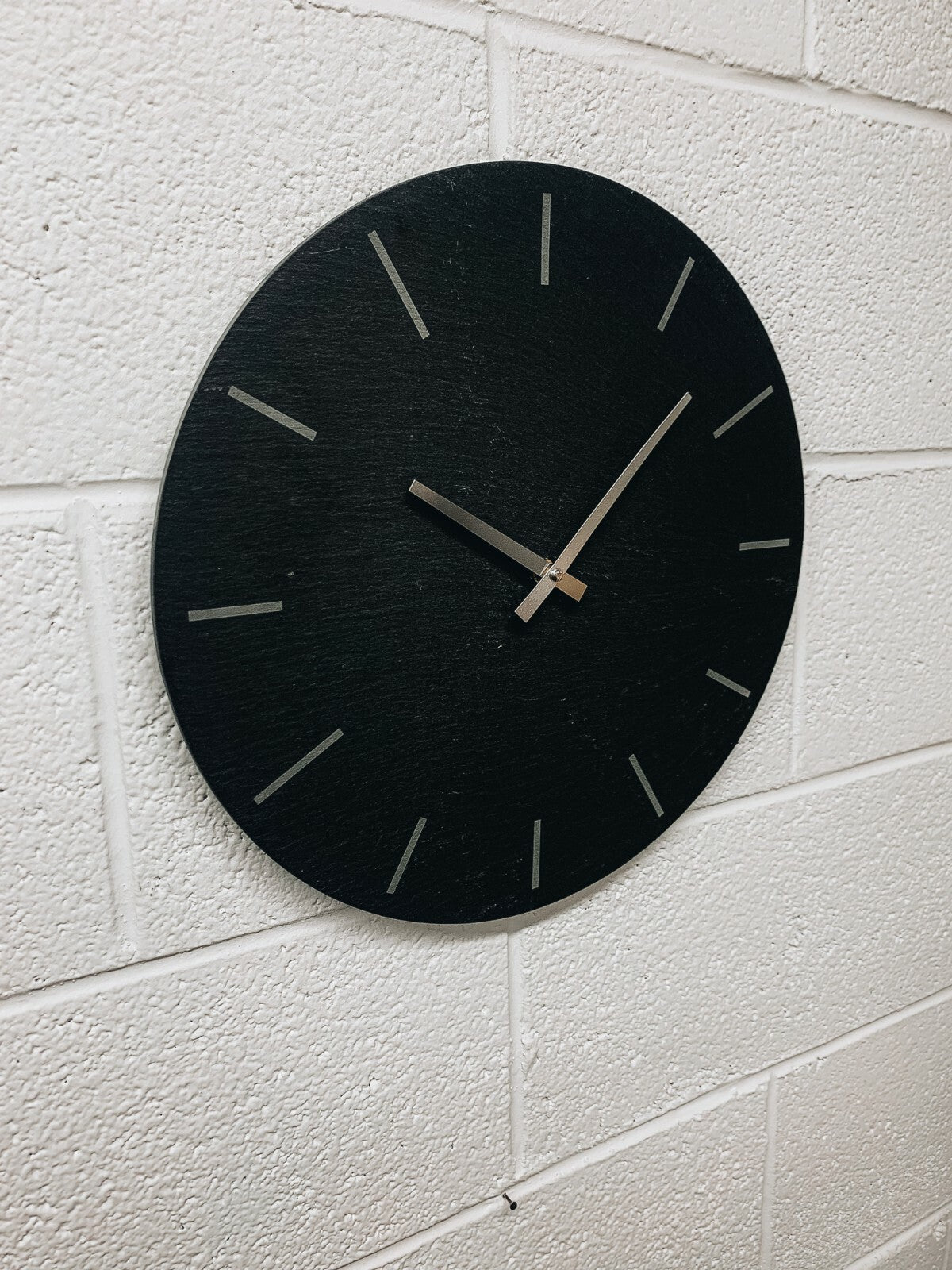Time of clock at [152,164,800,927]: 10:07
